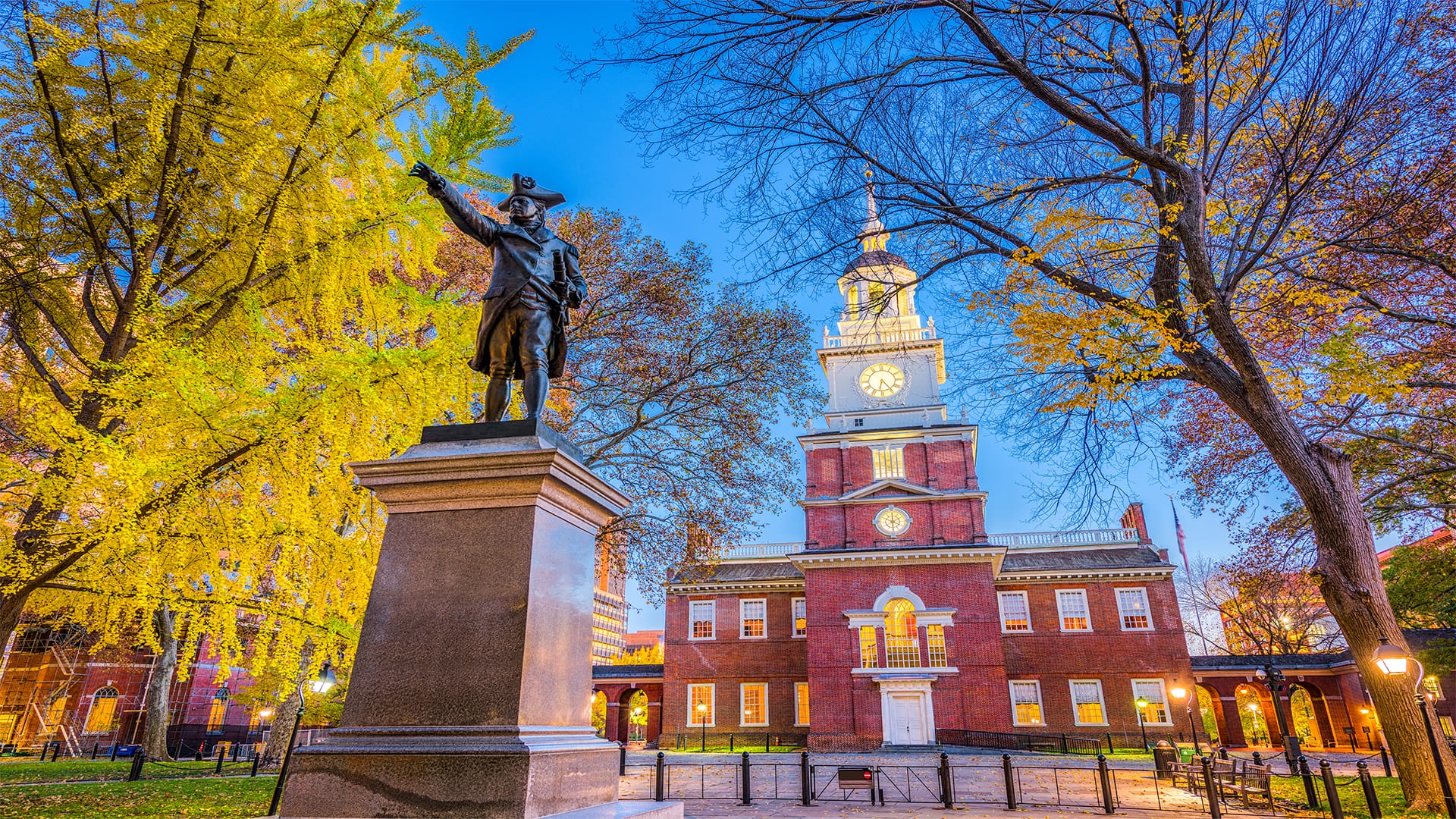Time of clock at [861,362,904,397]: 6:23
